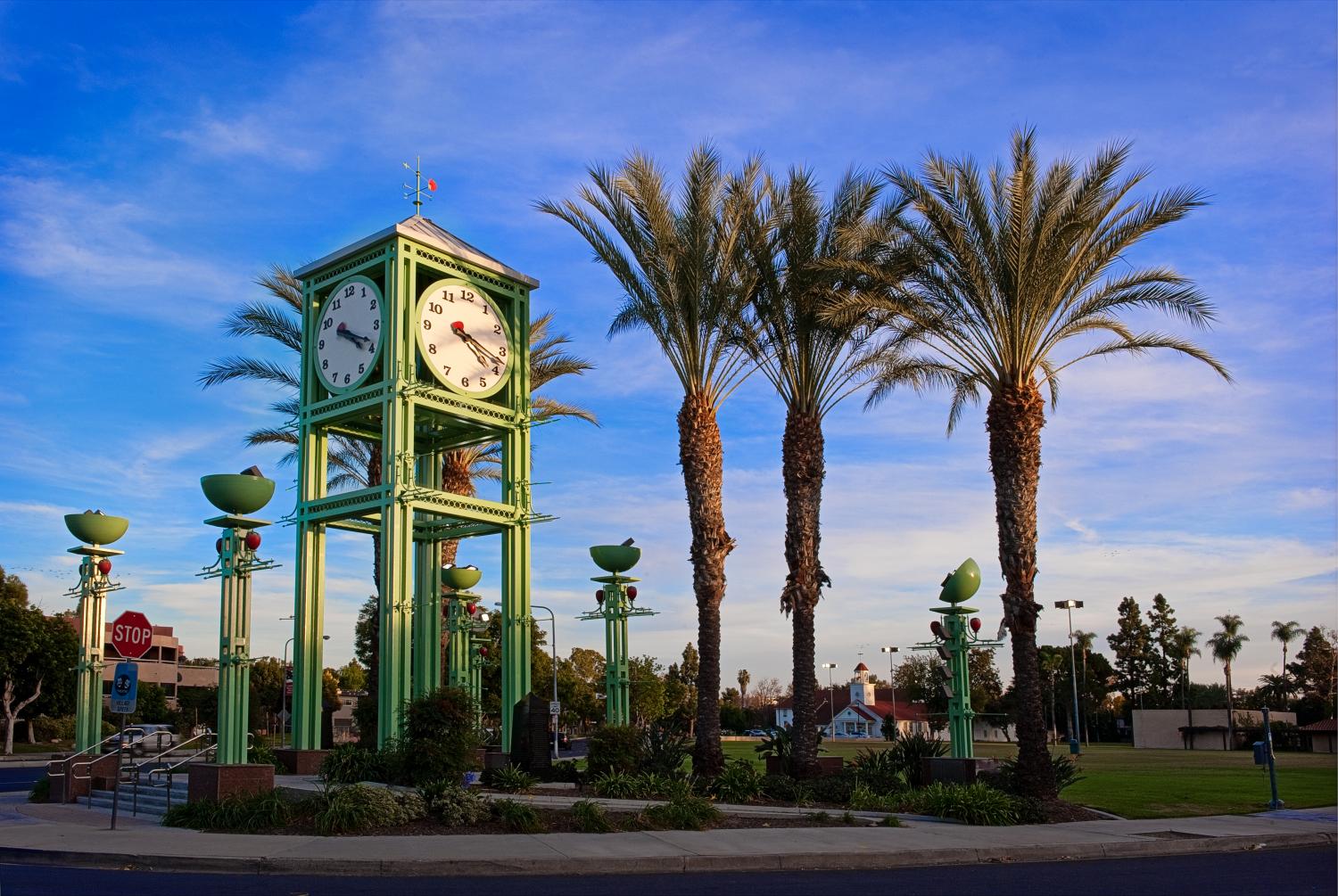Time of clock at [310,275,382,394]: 4:19
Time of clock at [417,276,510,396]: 4:18
